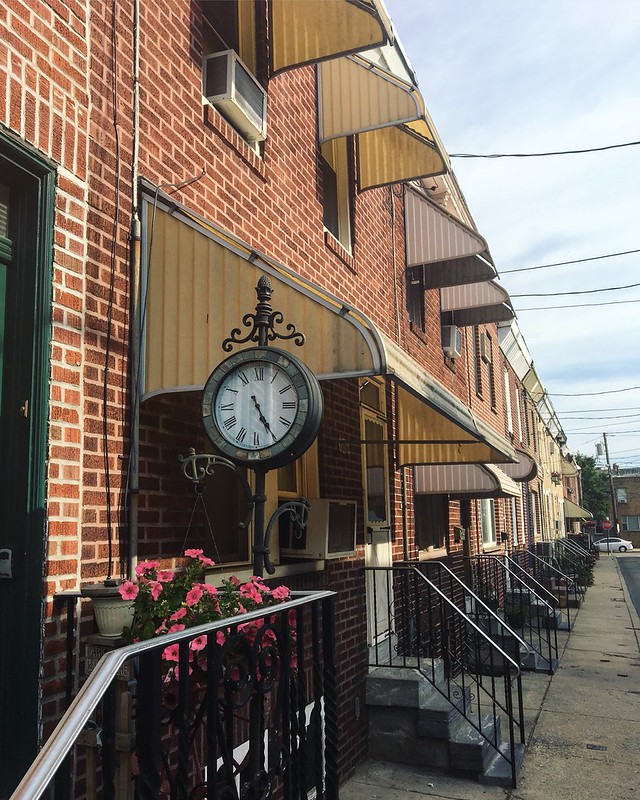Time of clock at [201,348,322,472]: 5:24
